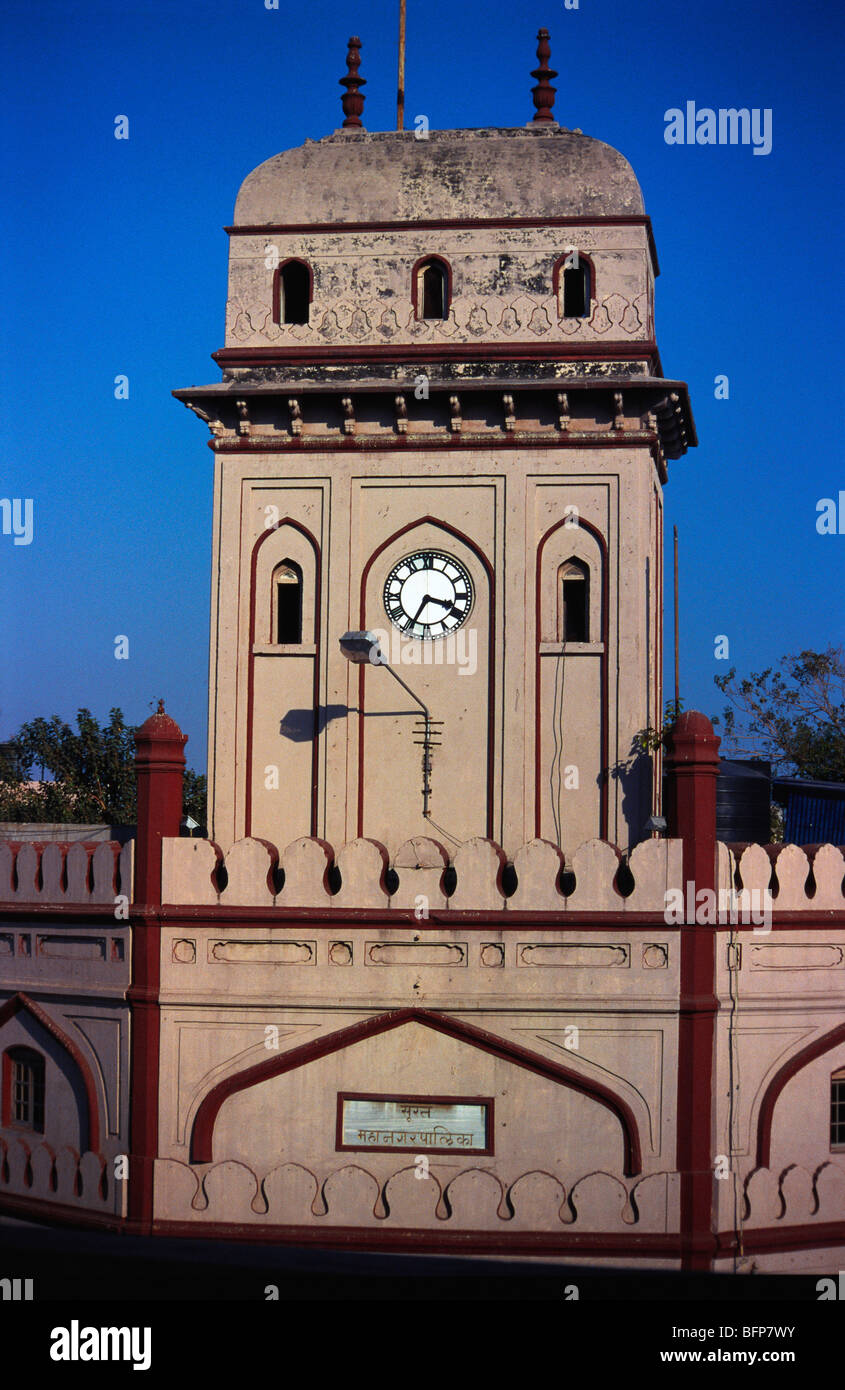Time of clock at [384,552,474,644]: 3:34
